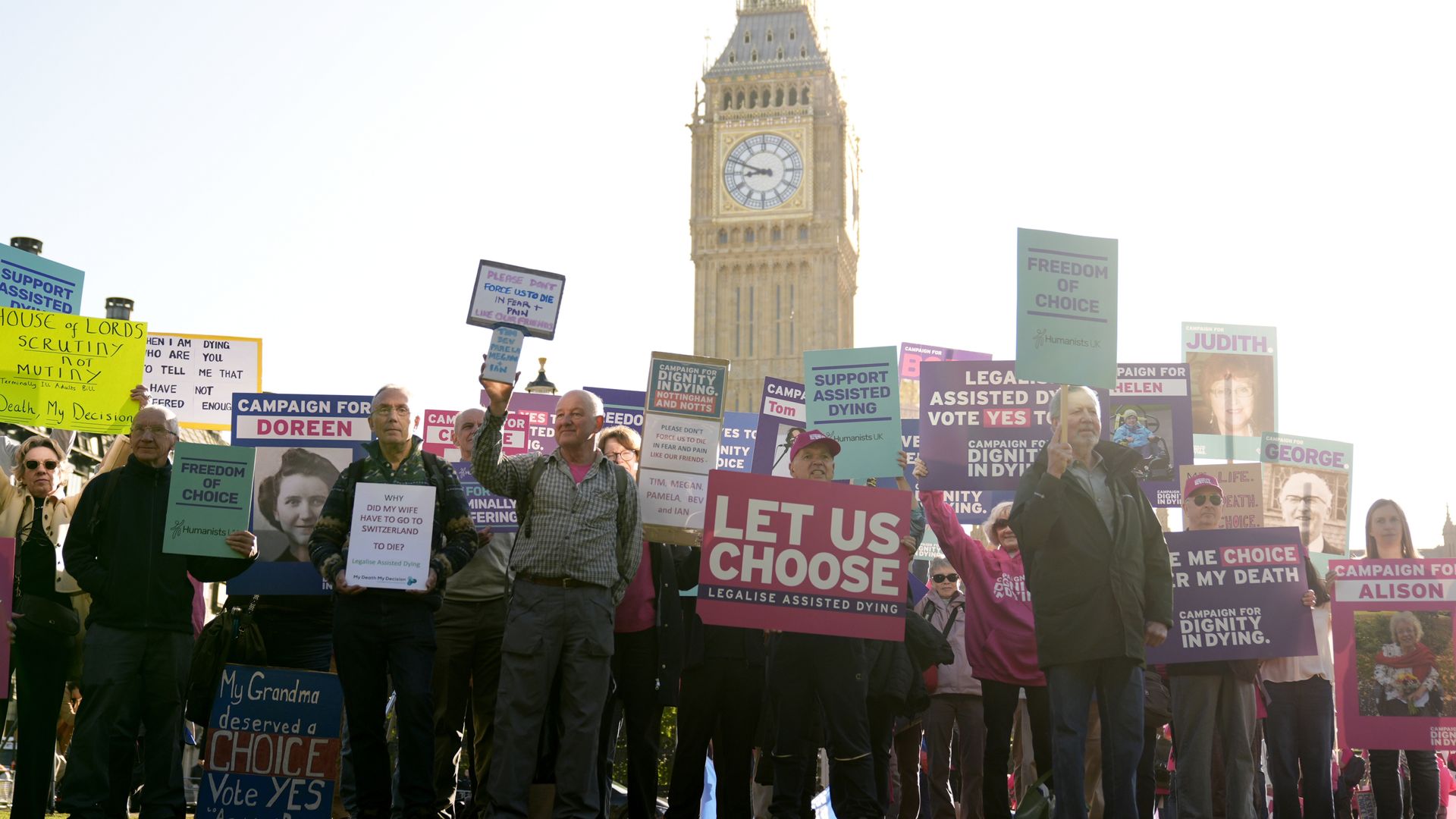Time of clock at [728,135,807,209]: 8:48
